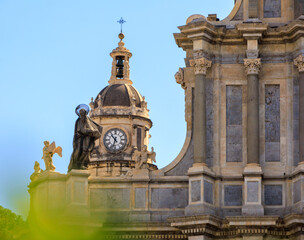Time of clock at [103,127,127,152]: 10:32
